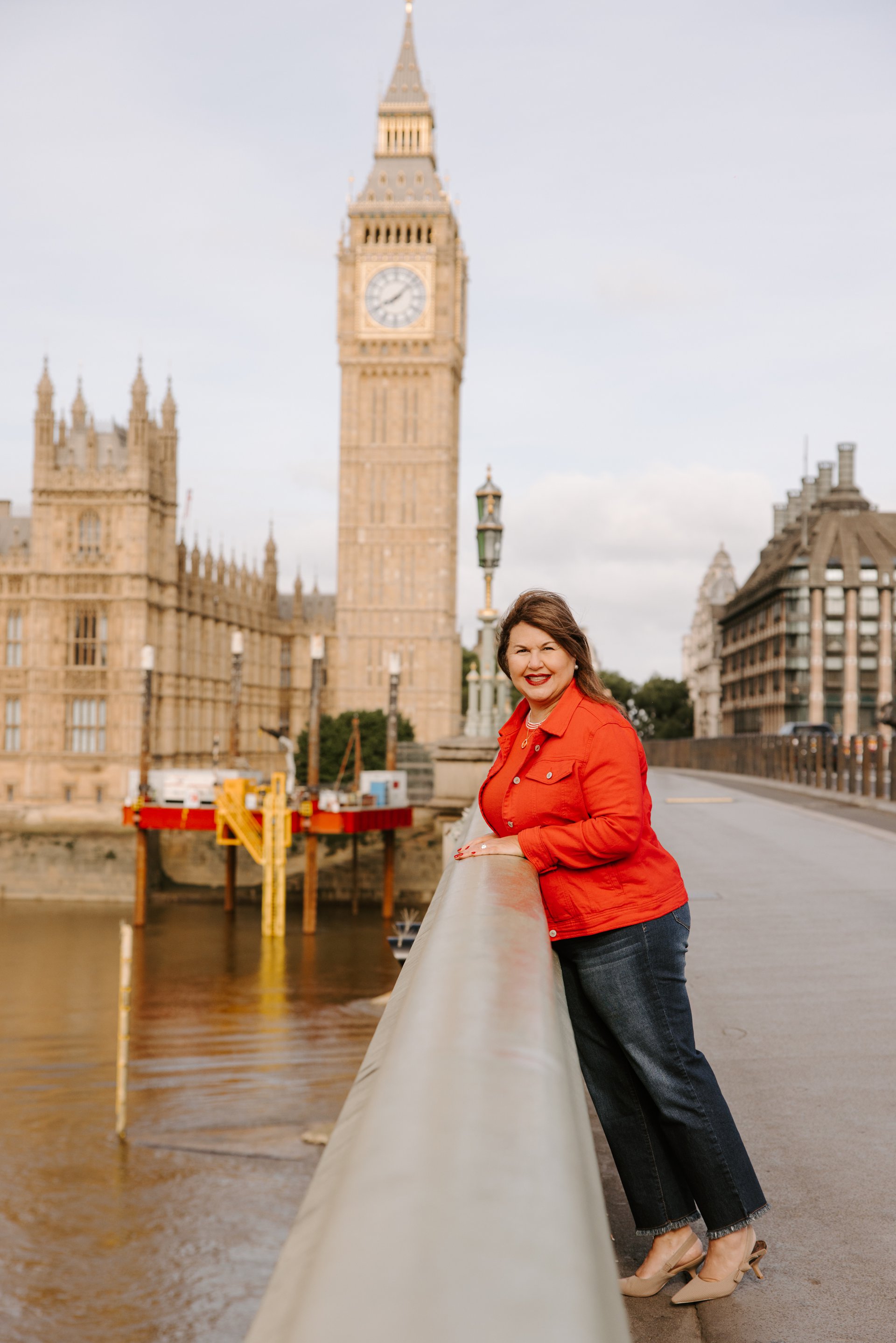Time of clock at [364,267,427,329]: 8:07
